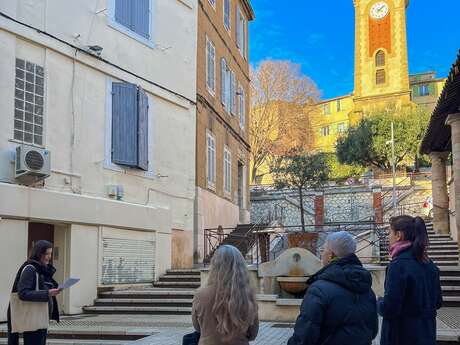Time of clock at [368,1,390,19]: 4:07
